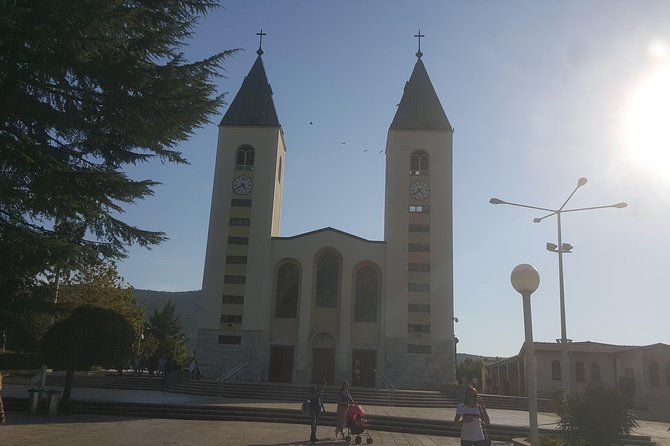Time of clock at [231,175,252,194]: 4:39
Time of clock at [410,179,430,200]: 4:38
